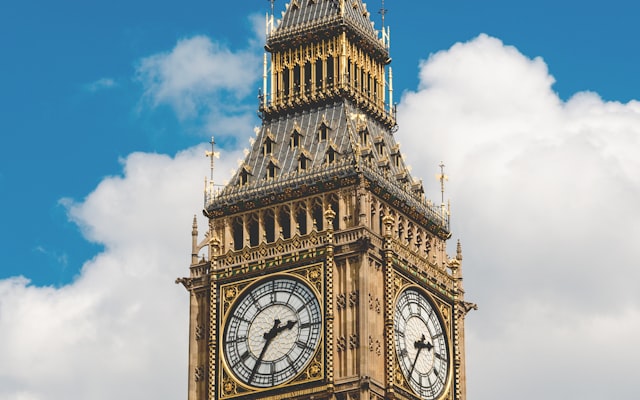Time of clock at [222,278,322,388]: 2:35
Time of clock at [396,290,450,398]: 2:35
